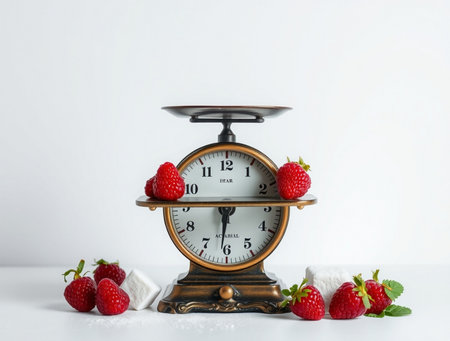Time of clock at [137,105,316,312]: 6:13
